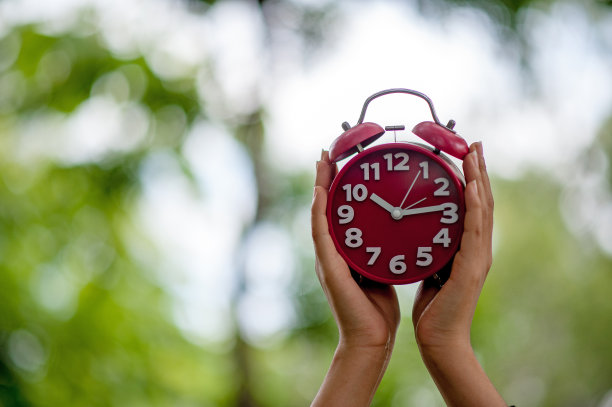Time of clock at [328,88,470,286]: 10:13
